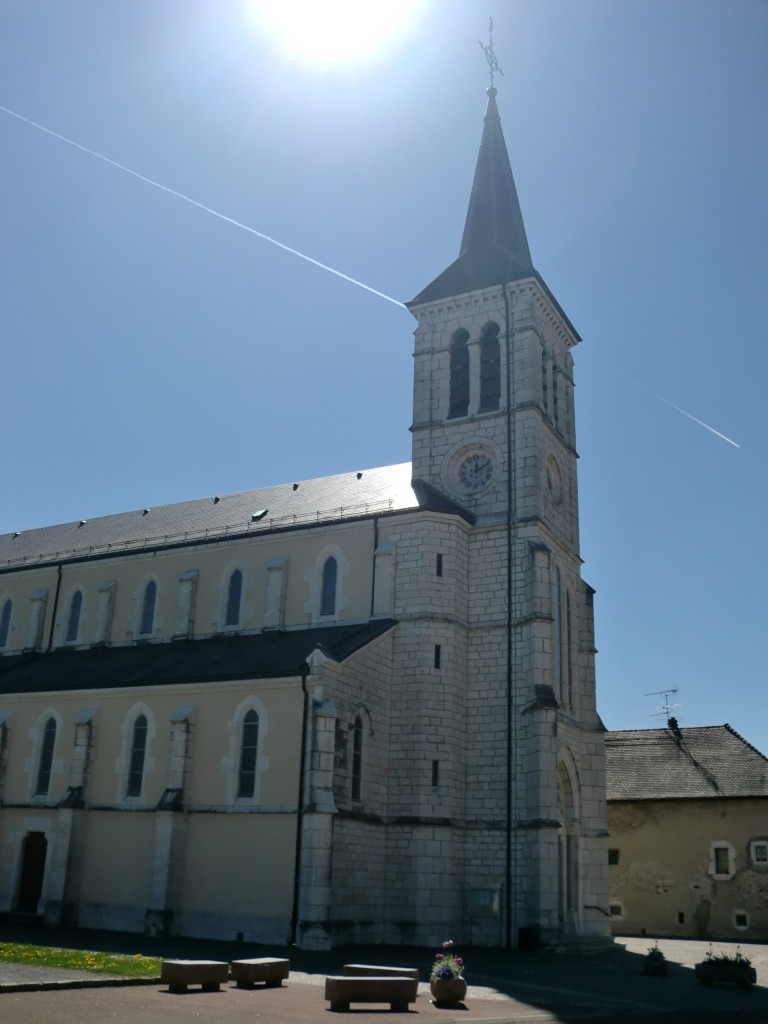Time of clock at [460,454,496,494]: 12:10
